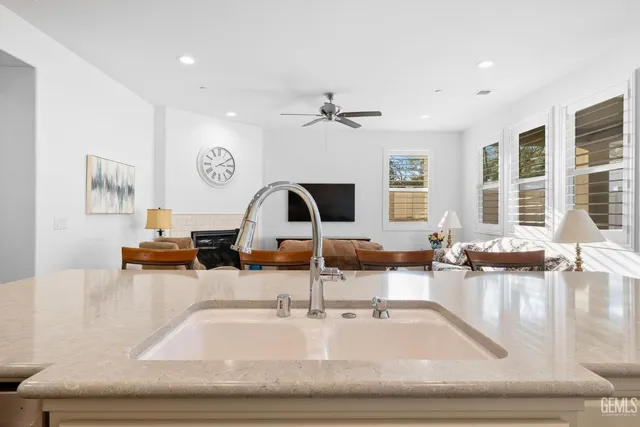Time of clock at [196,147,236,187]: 3:10
